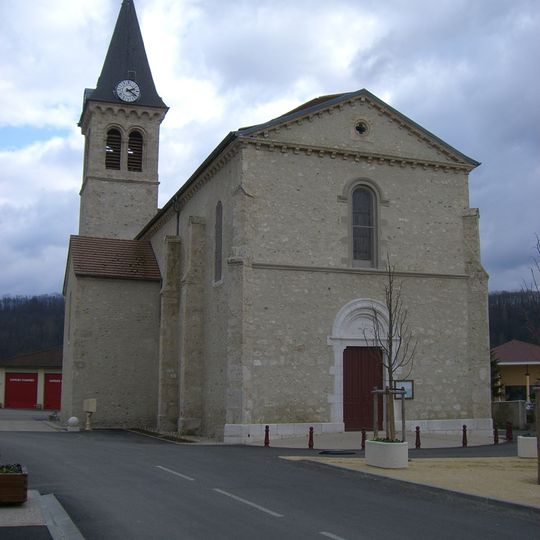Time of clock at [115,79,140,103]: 2:21
